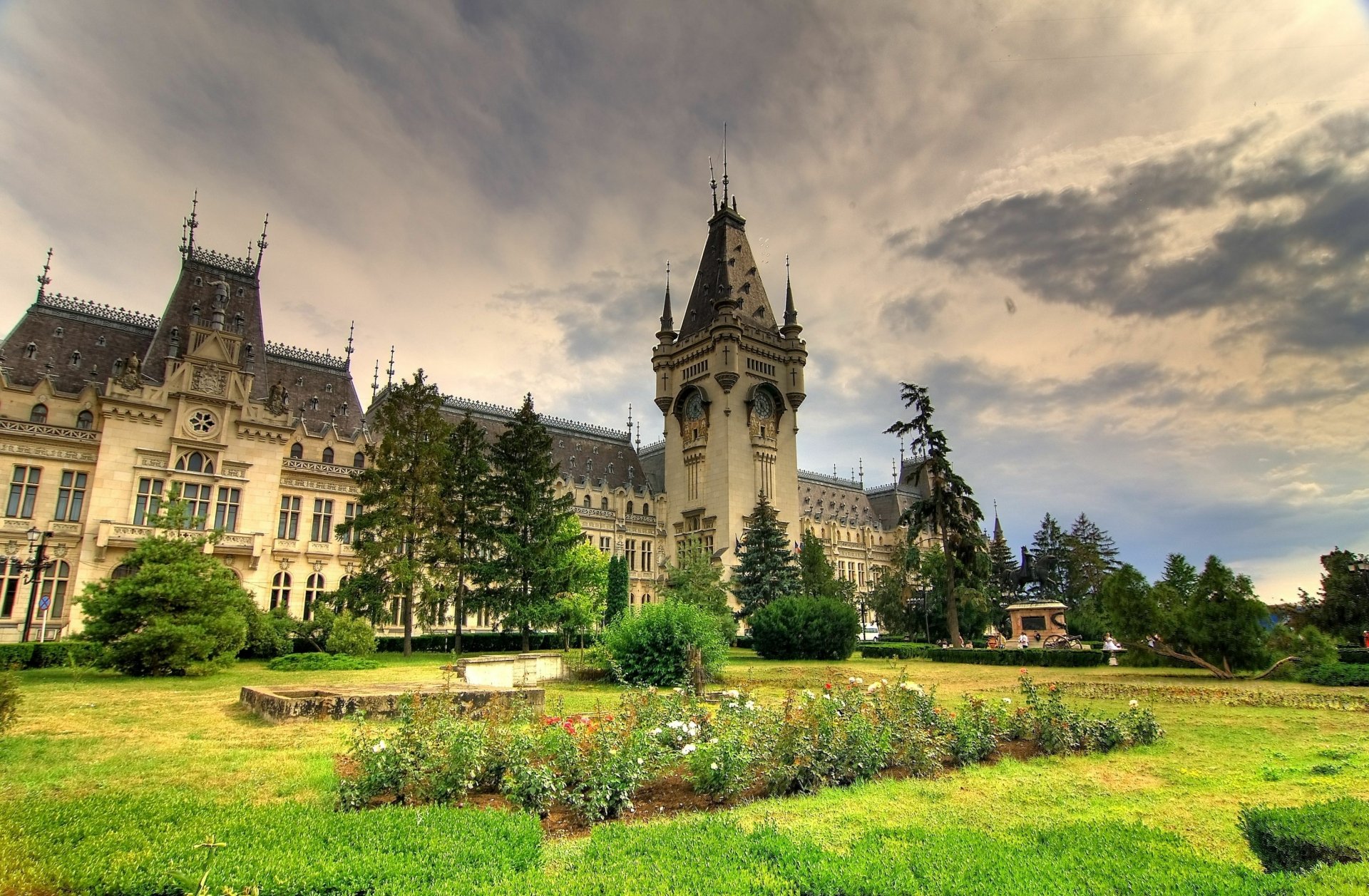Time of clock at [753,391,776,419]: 6:23
